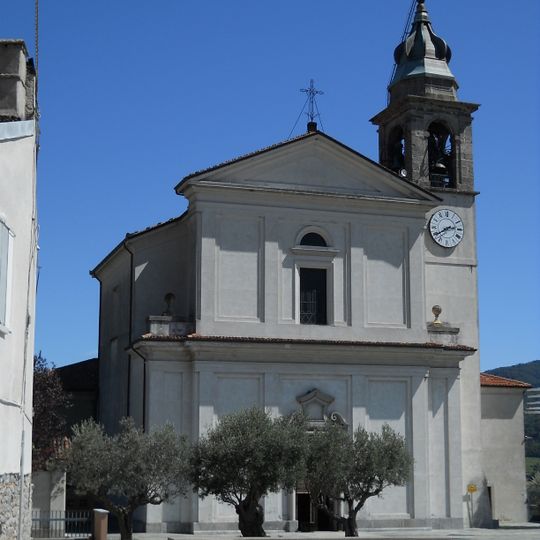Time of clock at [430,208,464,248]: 2:39
